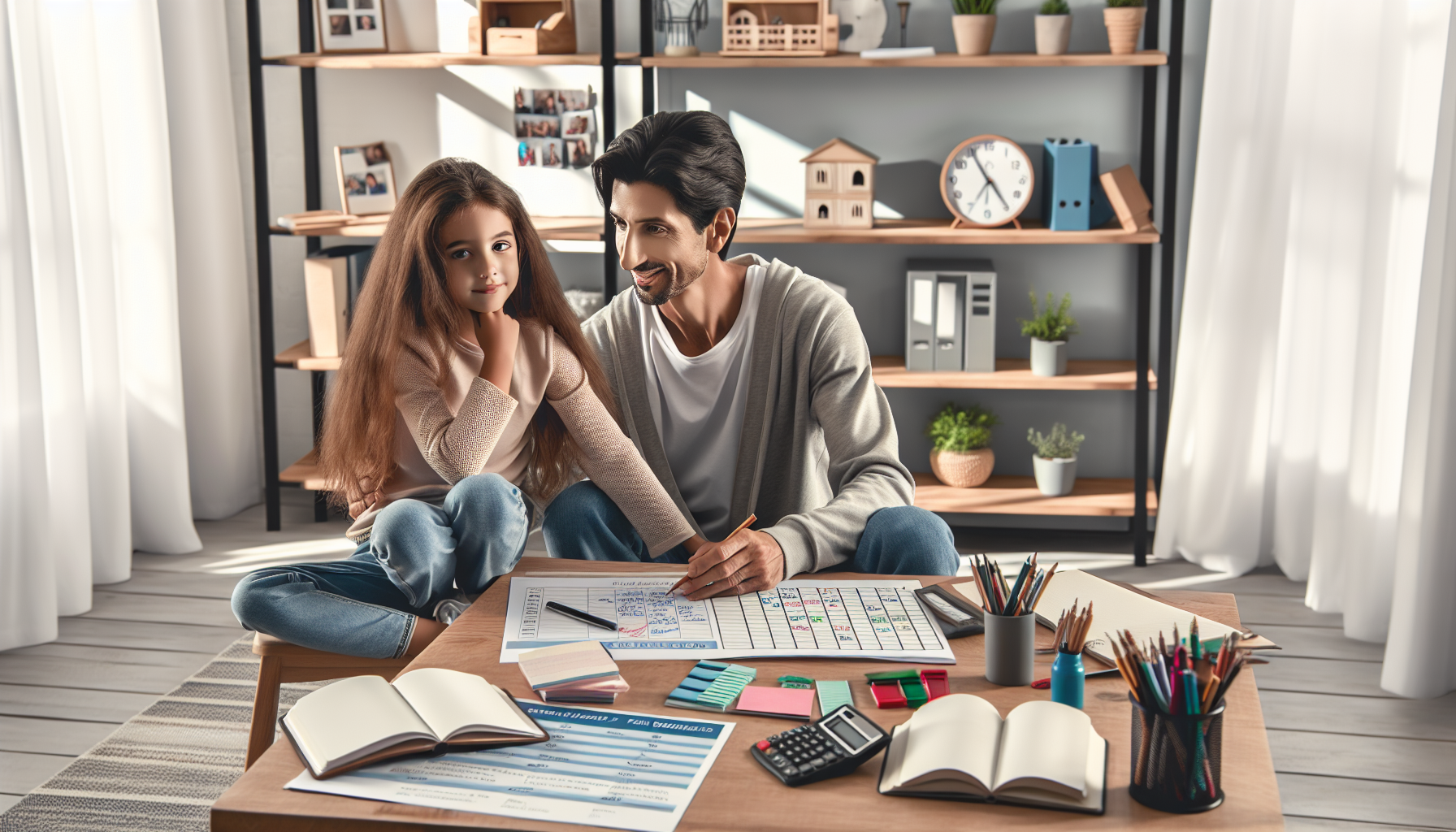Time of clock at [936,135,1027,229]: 4:55
